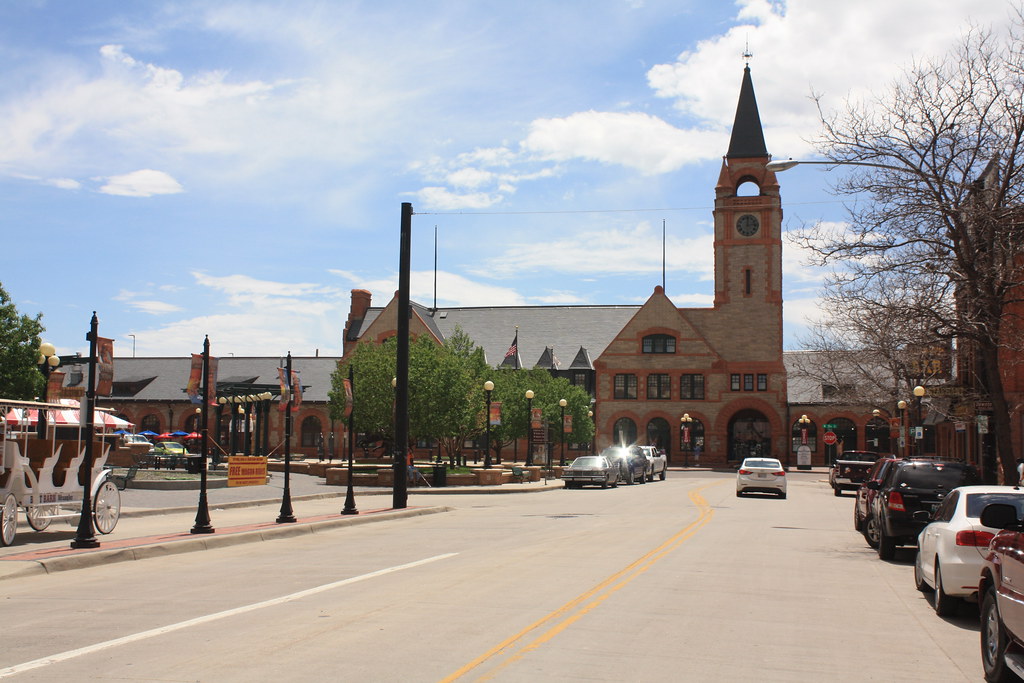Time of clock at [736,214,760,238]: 12:13
